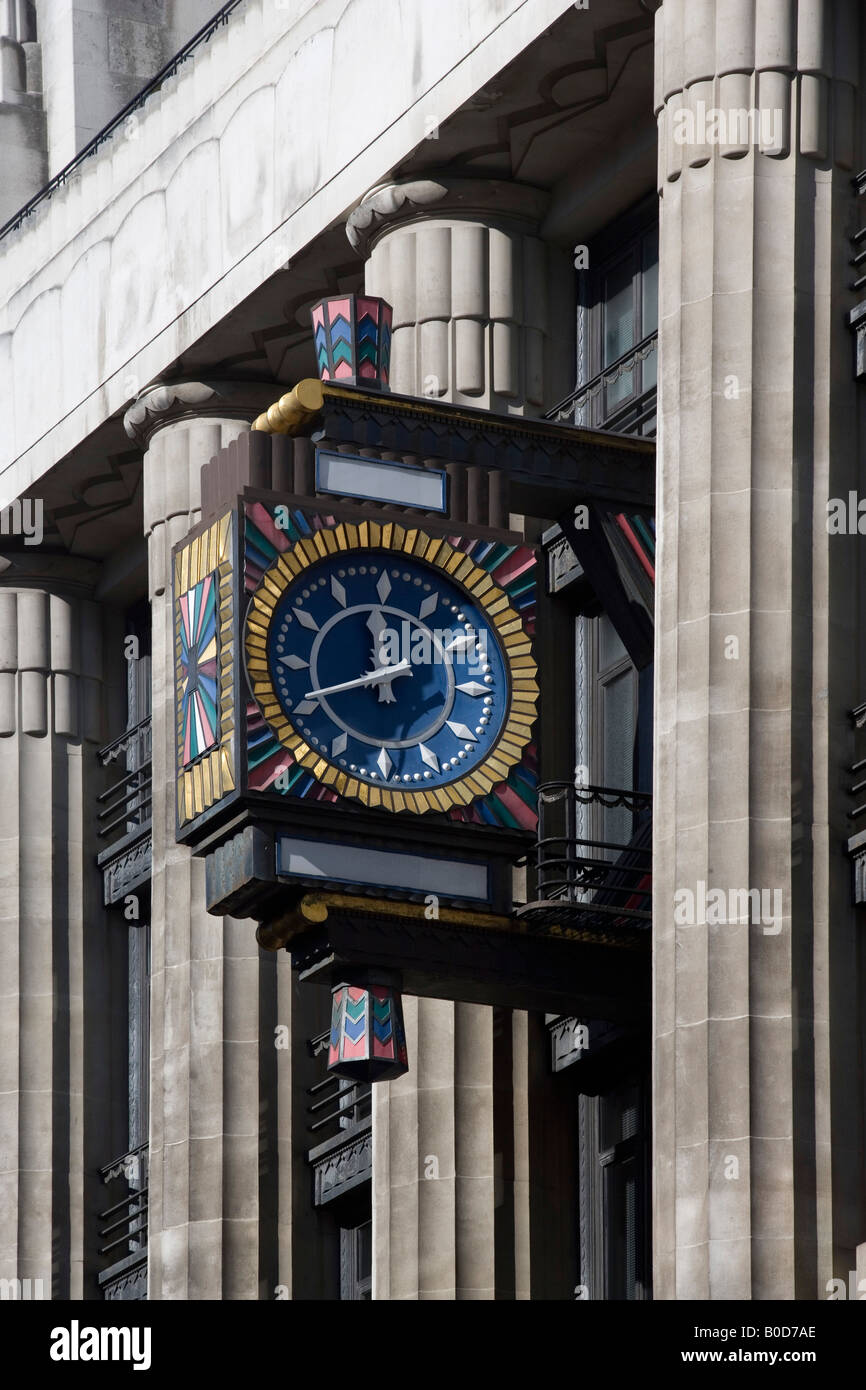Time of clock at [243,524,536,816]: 11:41
